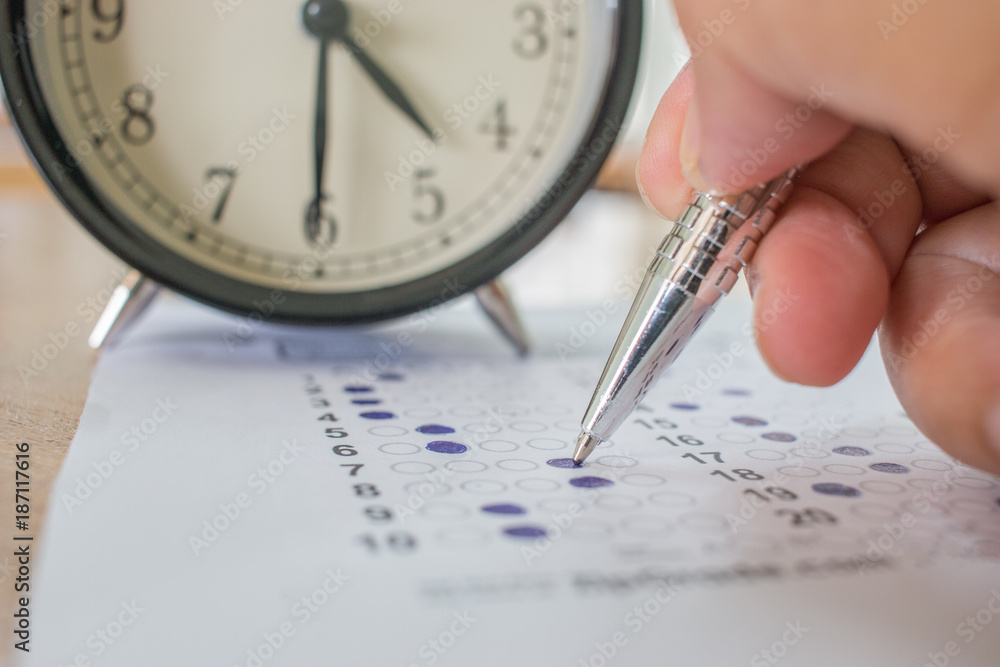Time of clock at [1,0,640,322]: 4:30
